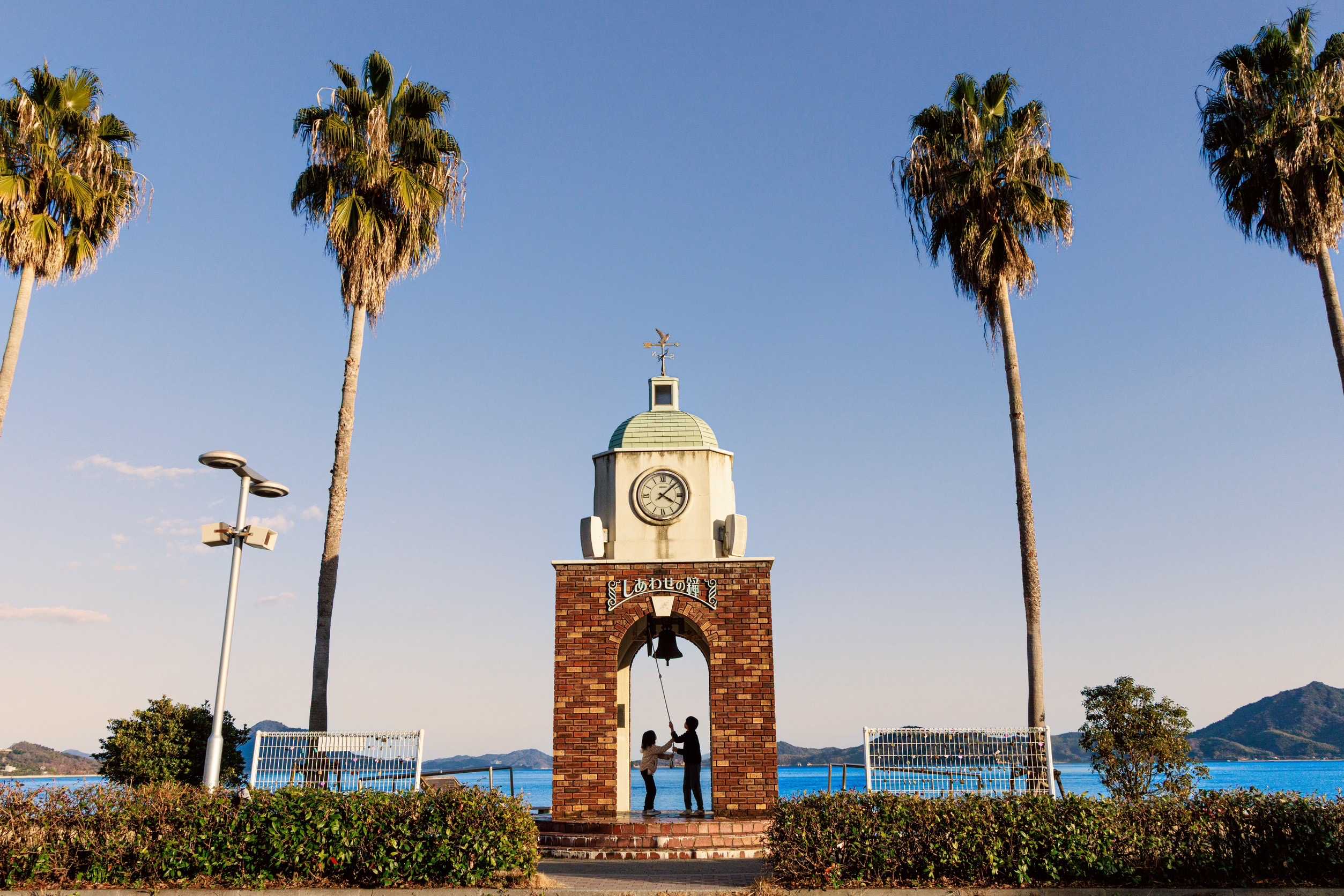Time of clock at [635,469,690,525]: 4:07
